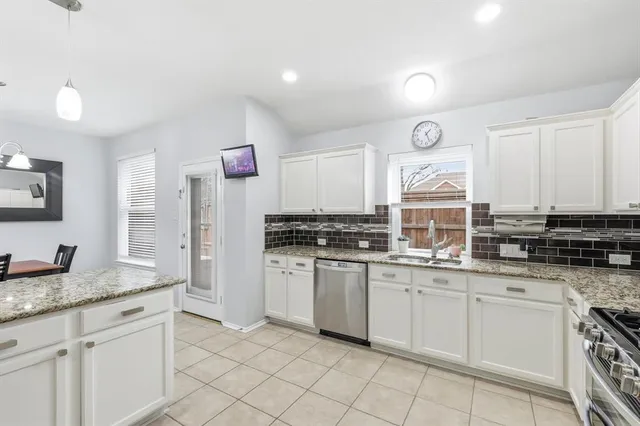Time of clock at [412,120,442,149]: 1:26
